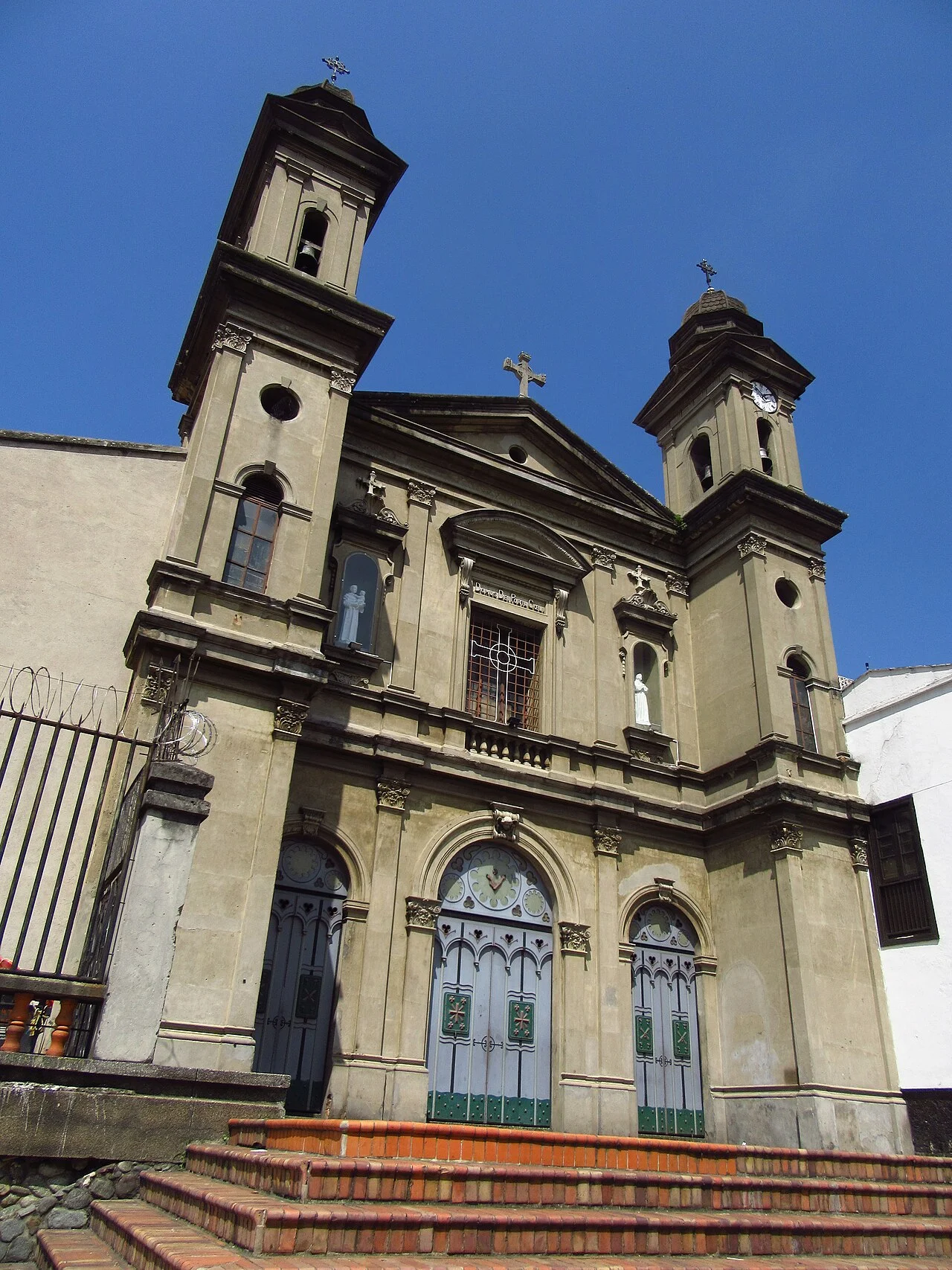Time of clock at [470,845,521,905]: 11:07
